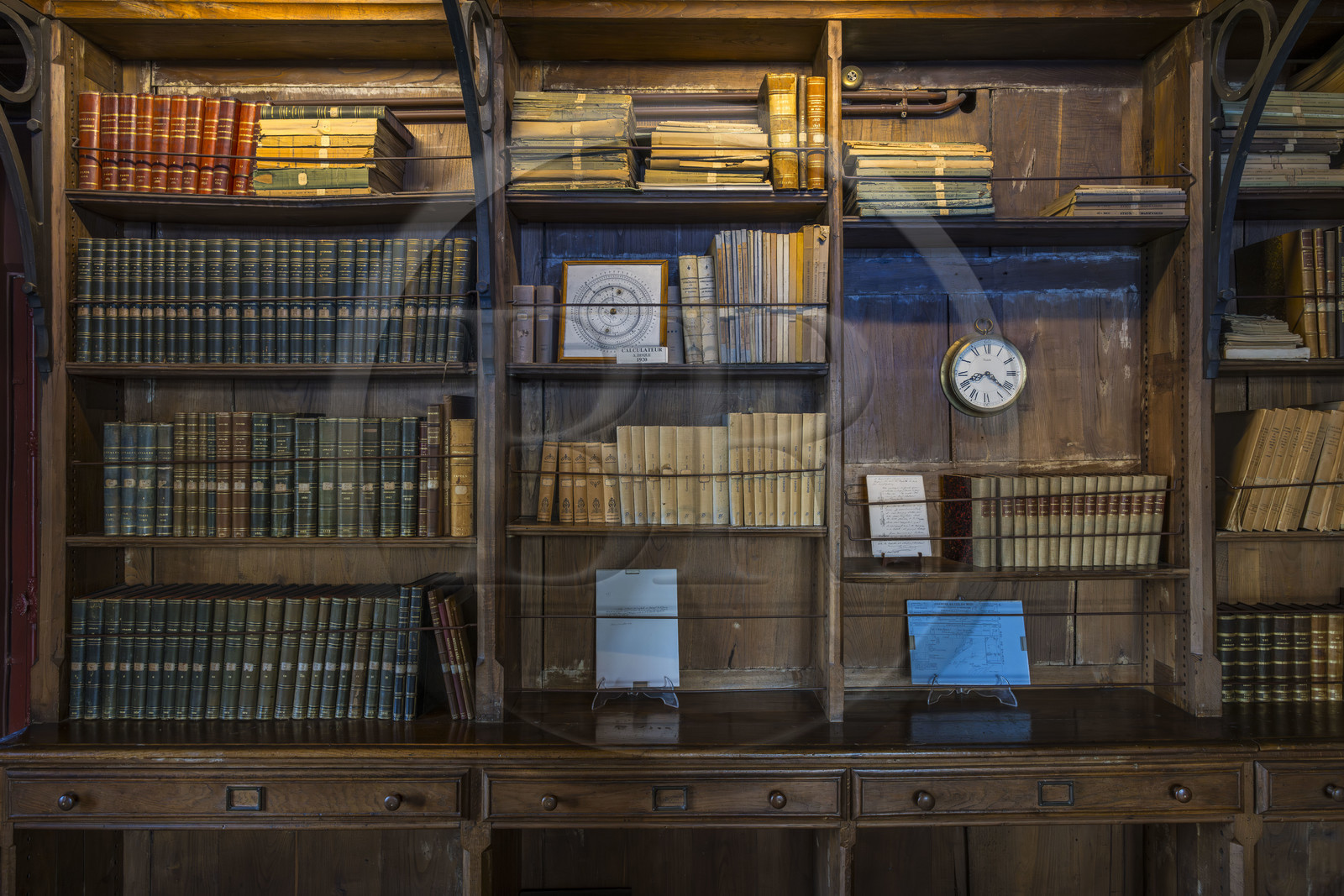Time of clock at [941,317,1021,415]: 8:21
